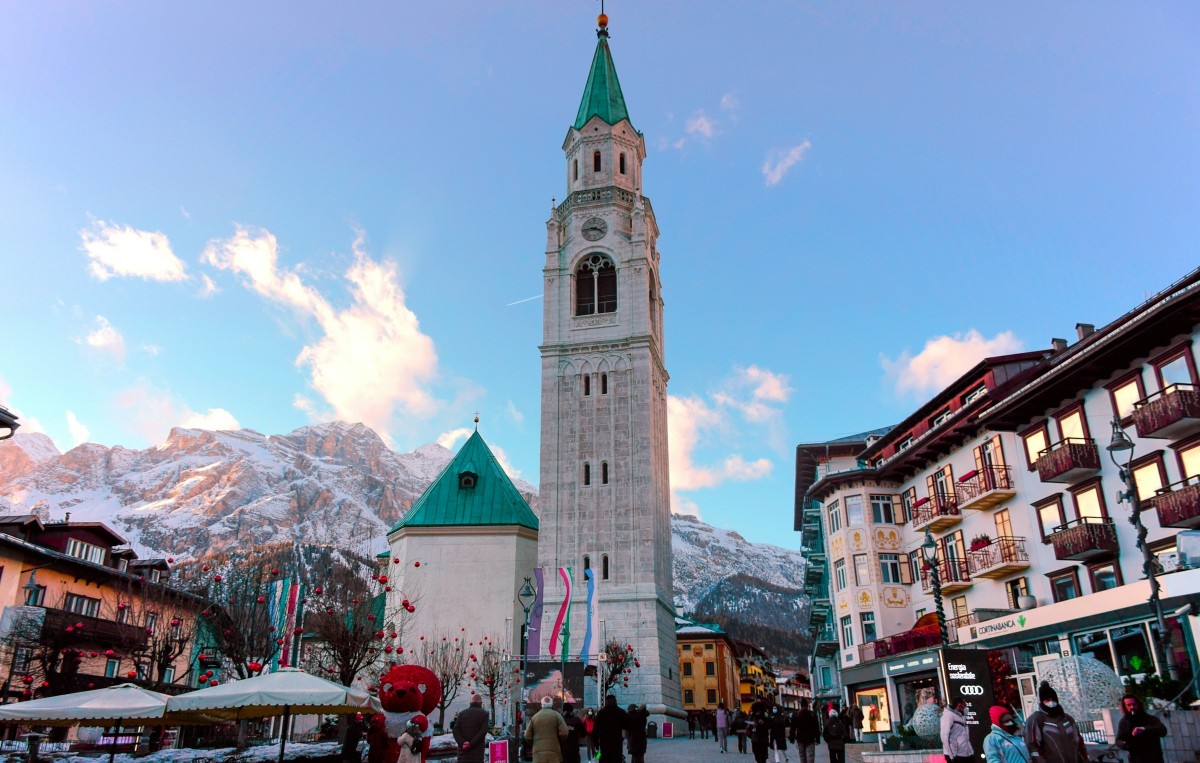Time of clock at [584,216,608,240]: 3:43
